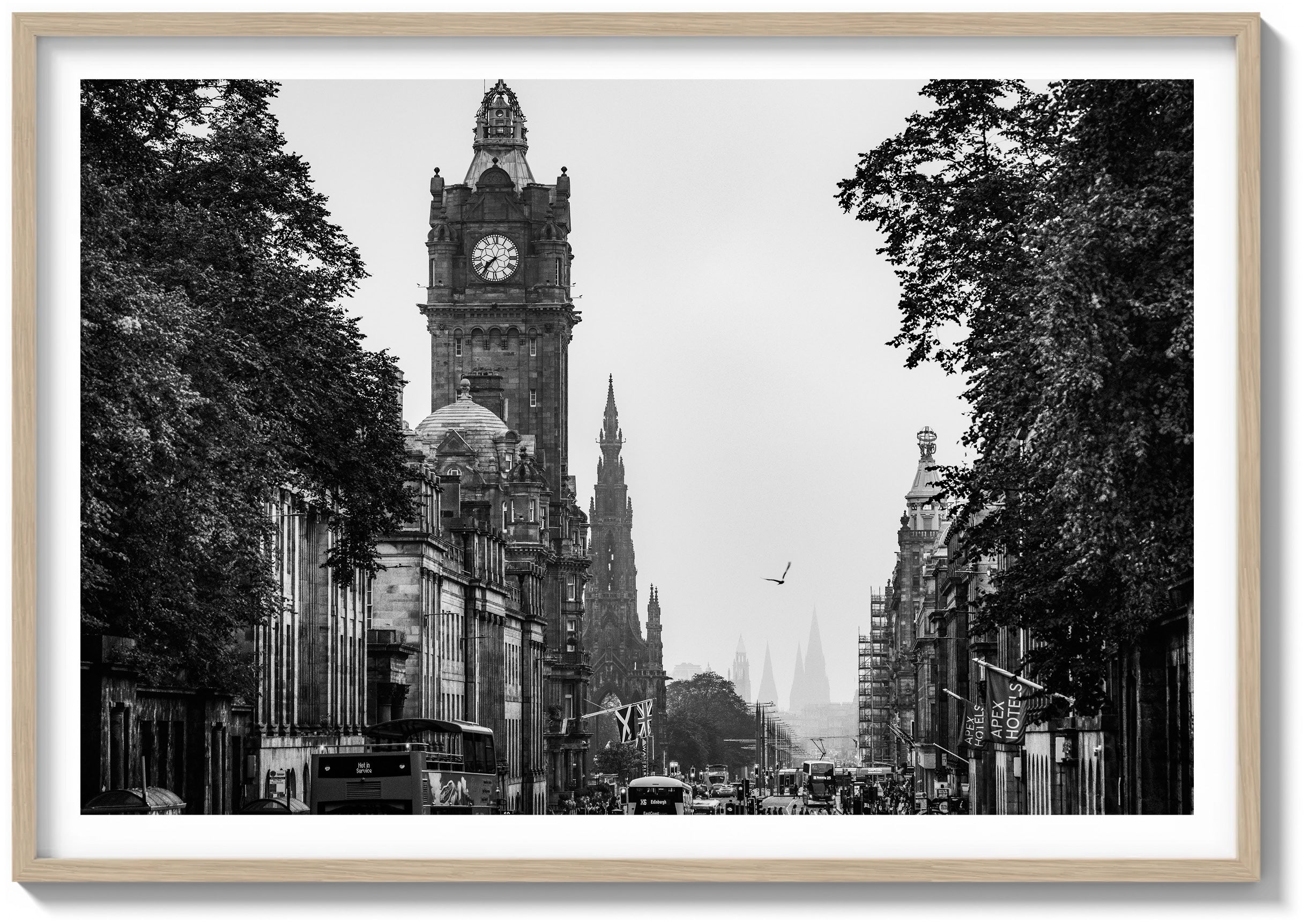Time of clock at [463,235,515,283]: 7:36
